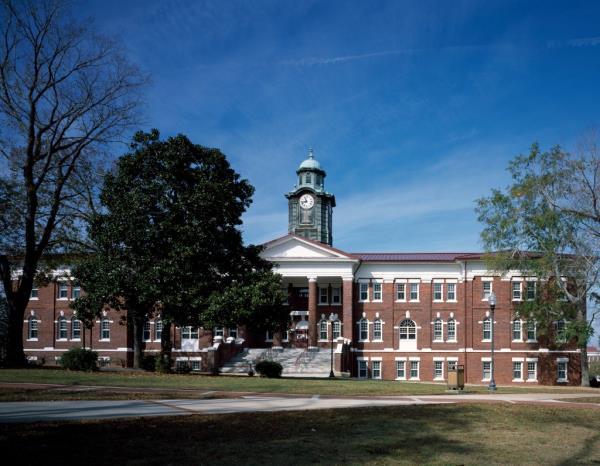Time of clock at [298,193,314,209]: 11:42
